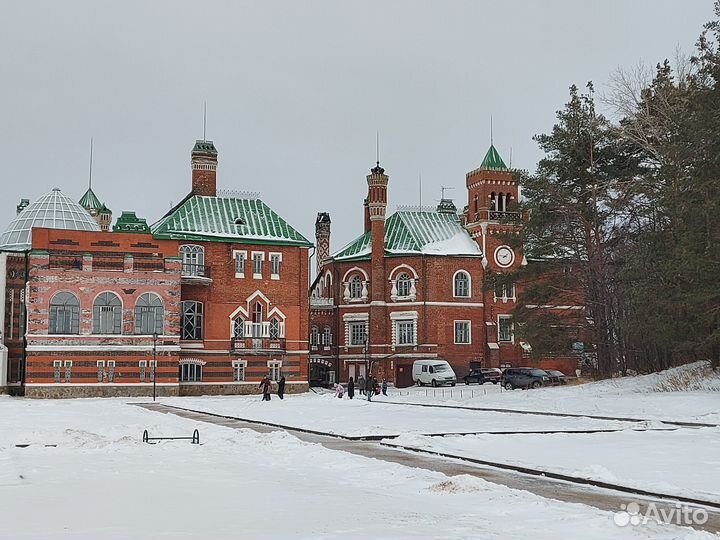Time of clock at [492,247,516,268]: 1:46
